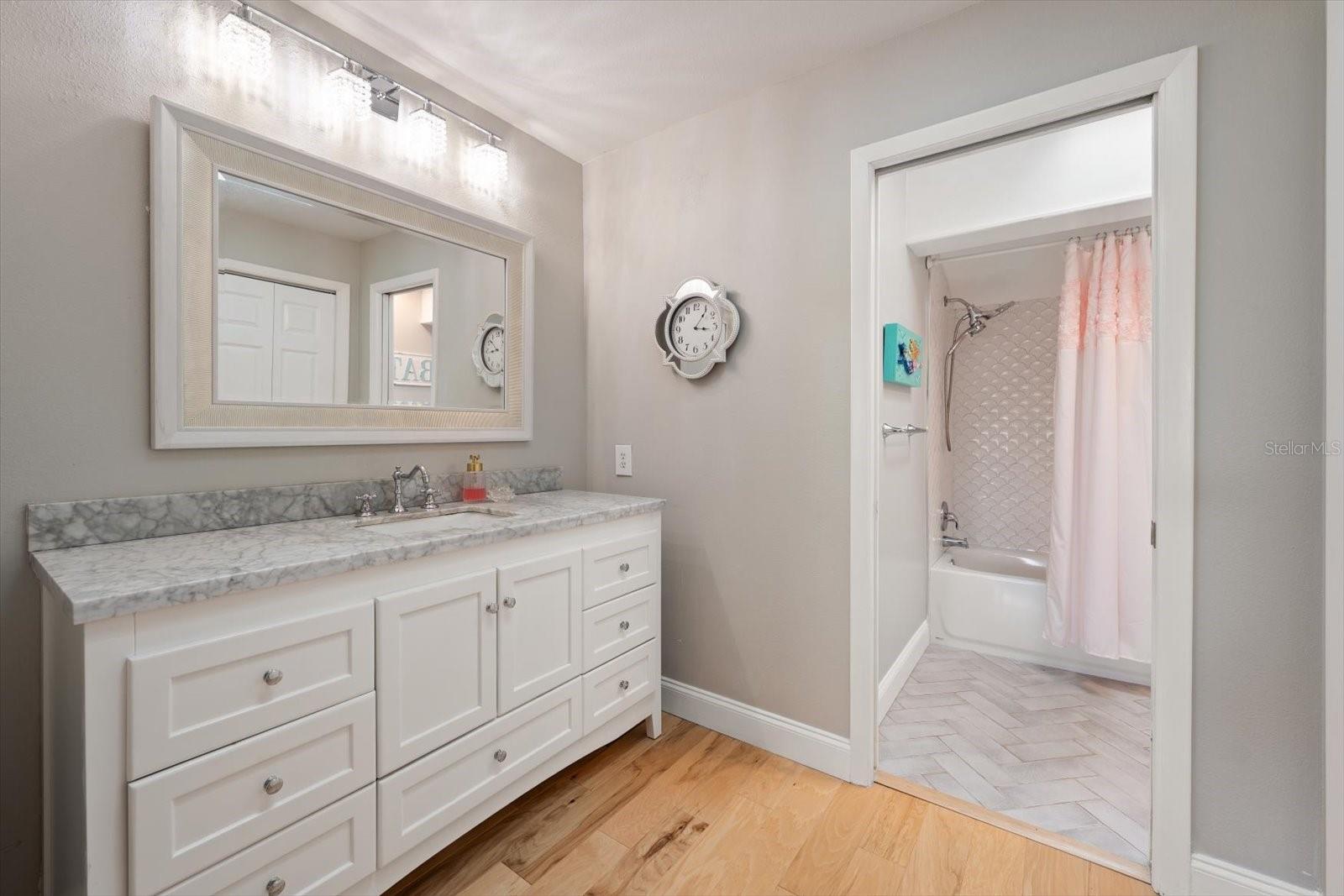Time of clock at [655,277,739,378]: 3:05
